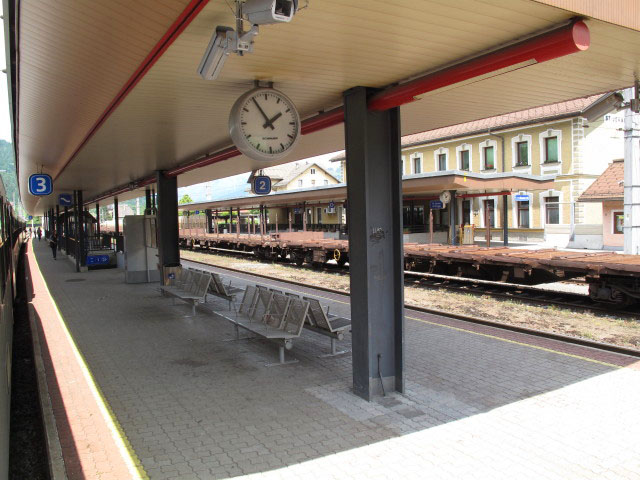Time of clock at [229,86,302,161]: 1:54
